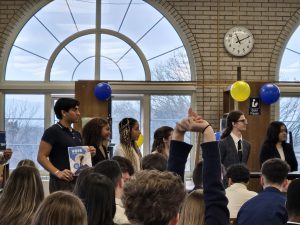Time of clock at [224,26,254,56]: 11:10
